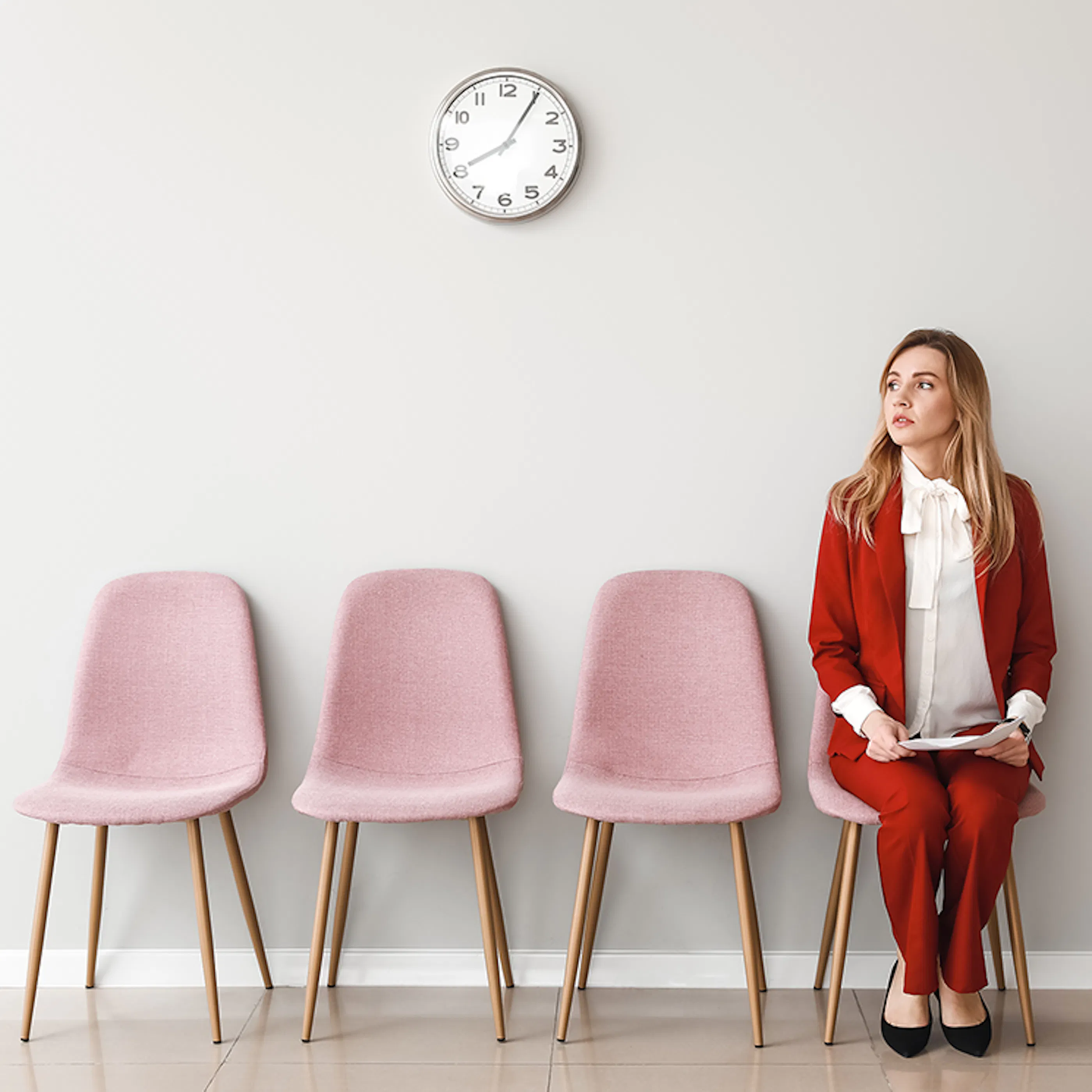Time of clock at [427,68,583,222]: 8:05
